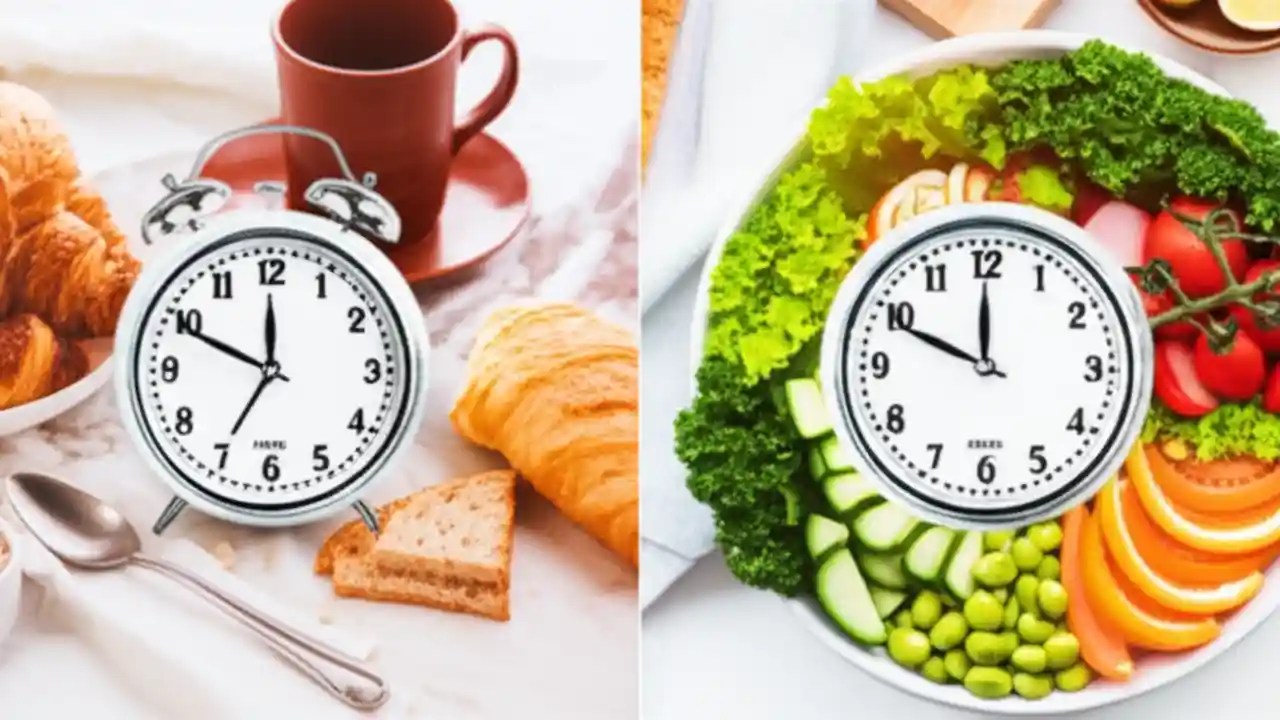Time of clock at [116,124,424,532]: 11:49
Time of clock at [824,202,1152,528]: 11:49
